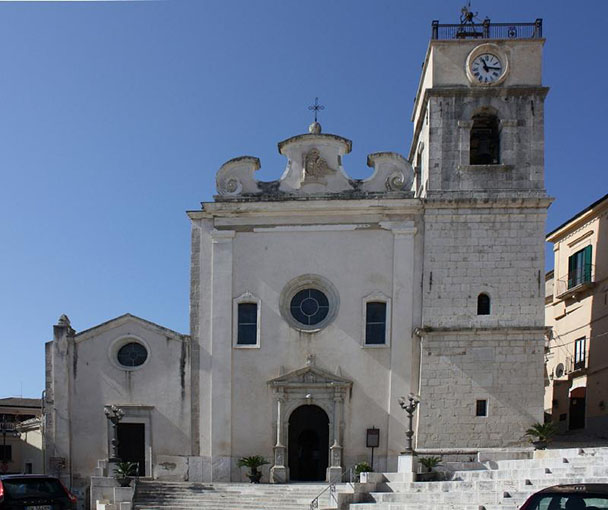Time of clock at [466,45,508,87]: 11:15
